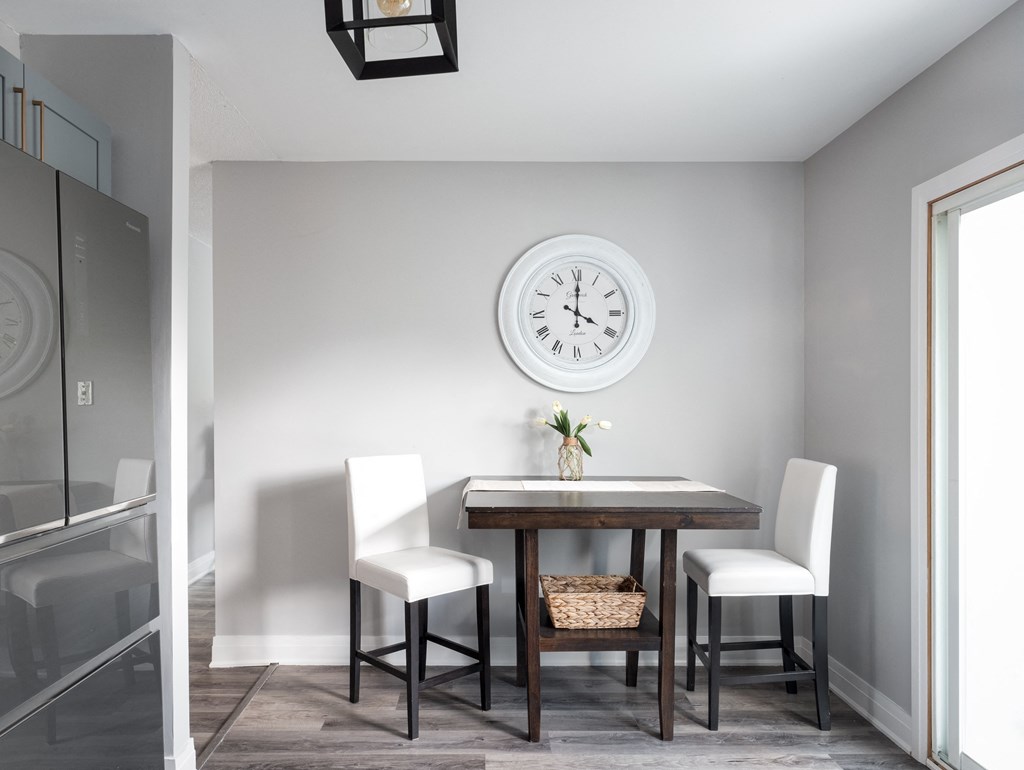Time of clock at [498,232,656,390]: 4:00
